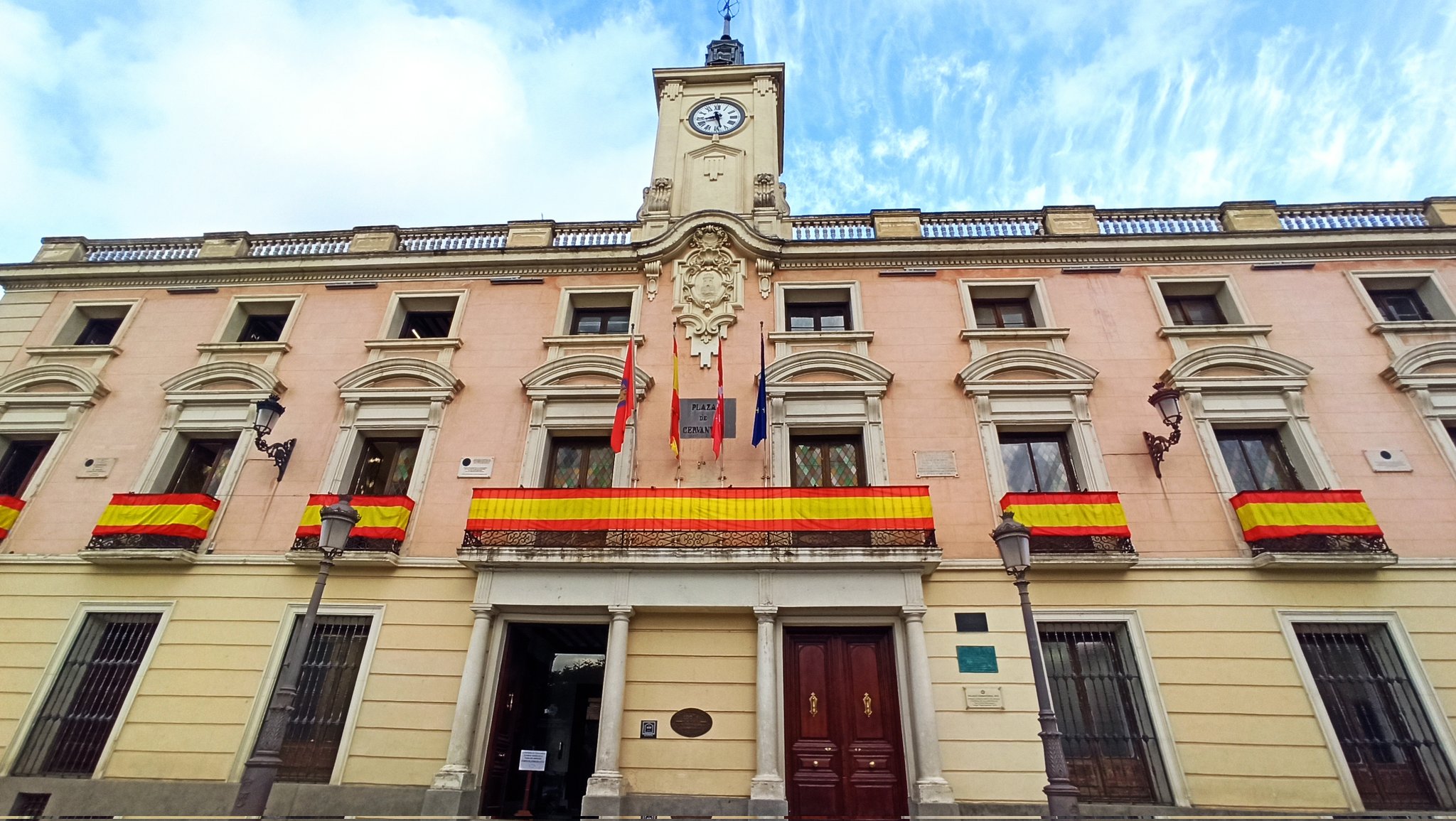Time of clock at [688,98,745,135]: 8:27
